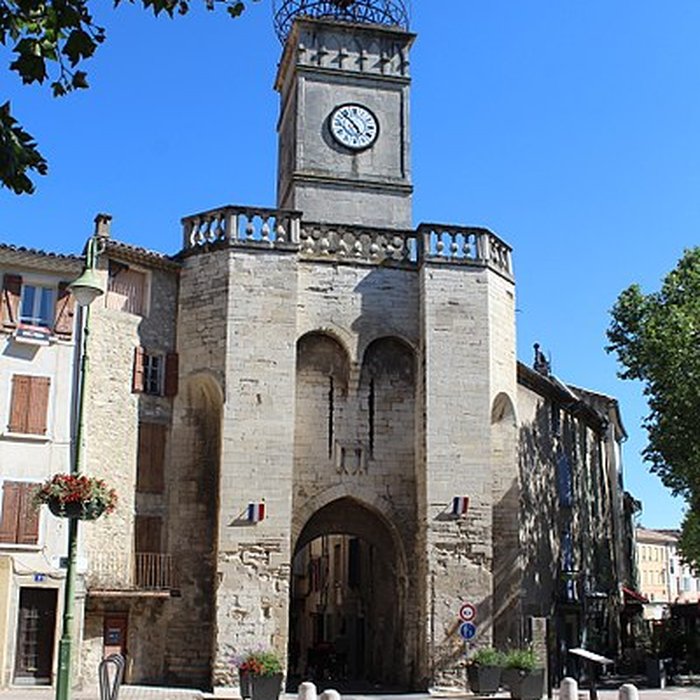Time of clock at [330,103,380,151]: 4:52
